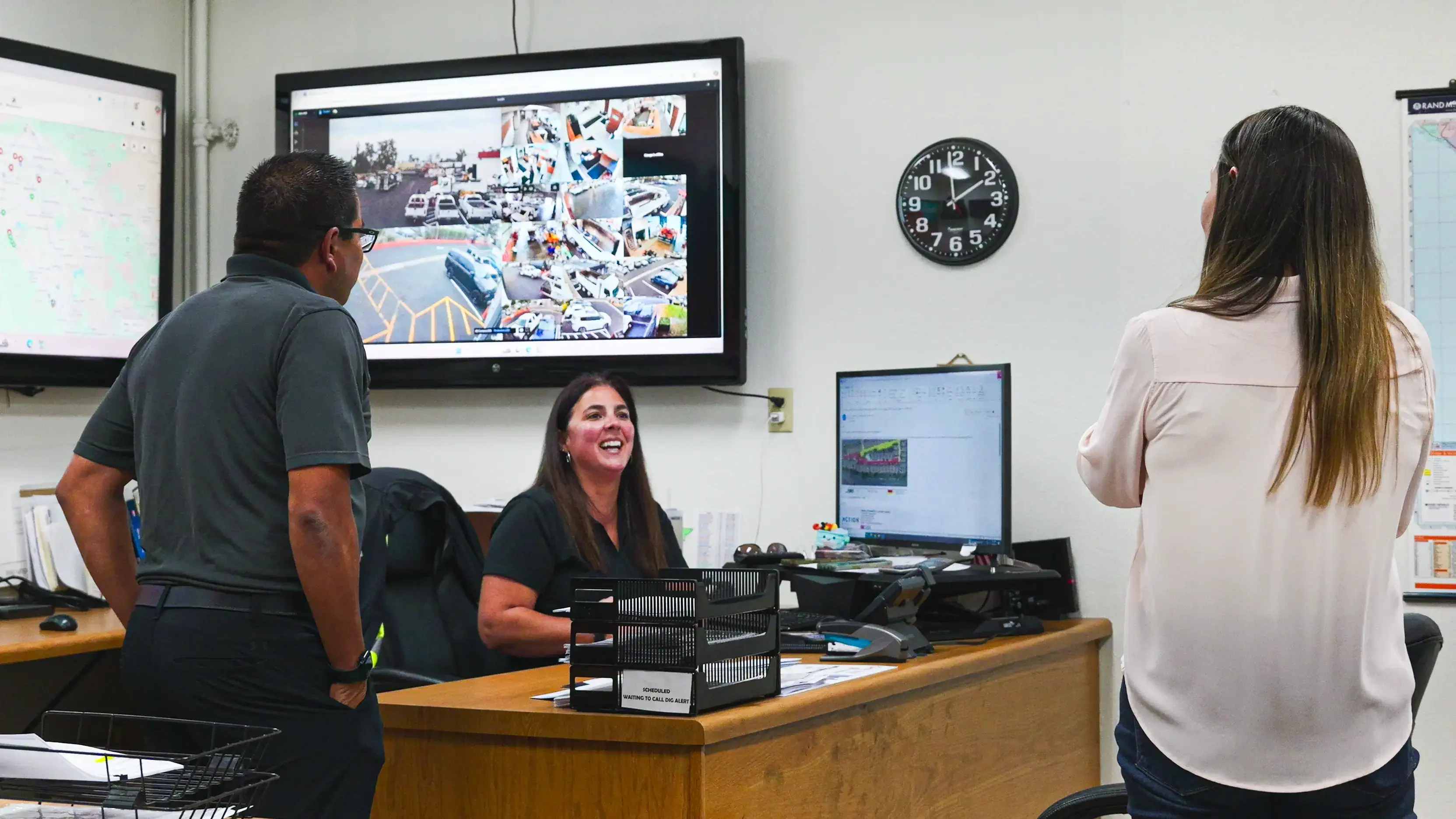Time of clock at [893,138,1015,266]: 12:09
